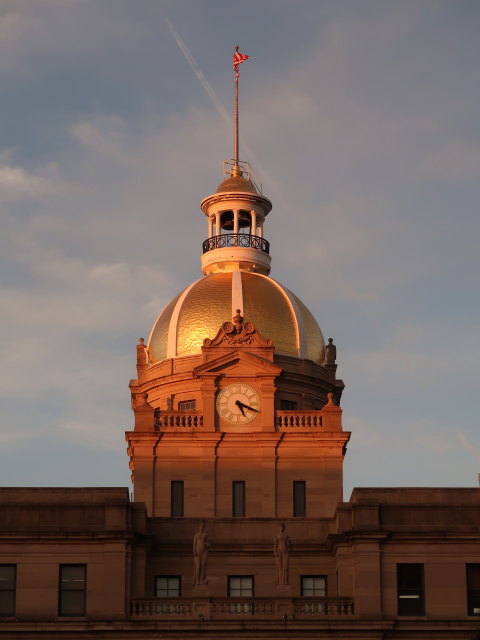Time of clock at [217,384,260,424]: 5:18
